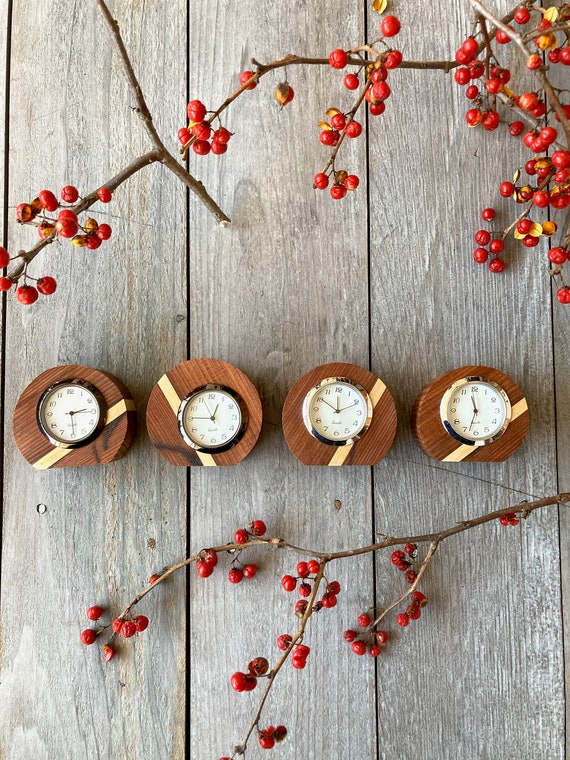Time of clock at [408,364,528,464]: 11:33
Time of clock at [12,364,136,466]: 2:29
